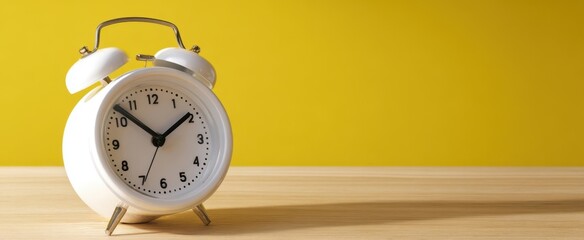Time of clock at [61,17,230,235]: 1:52
